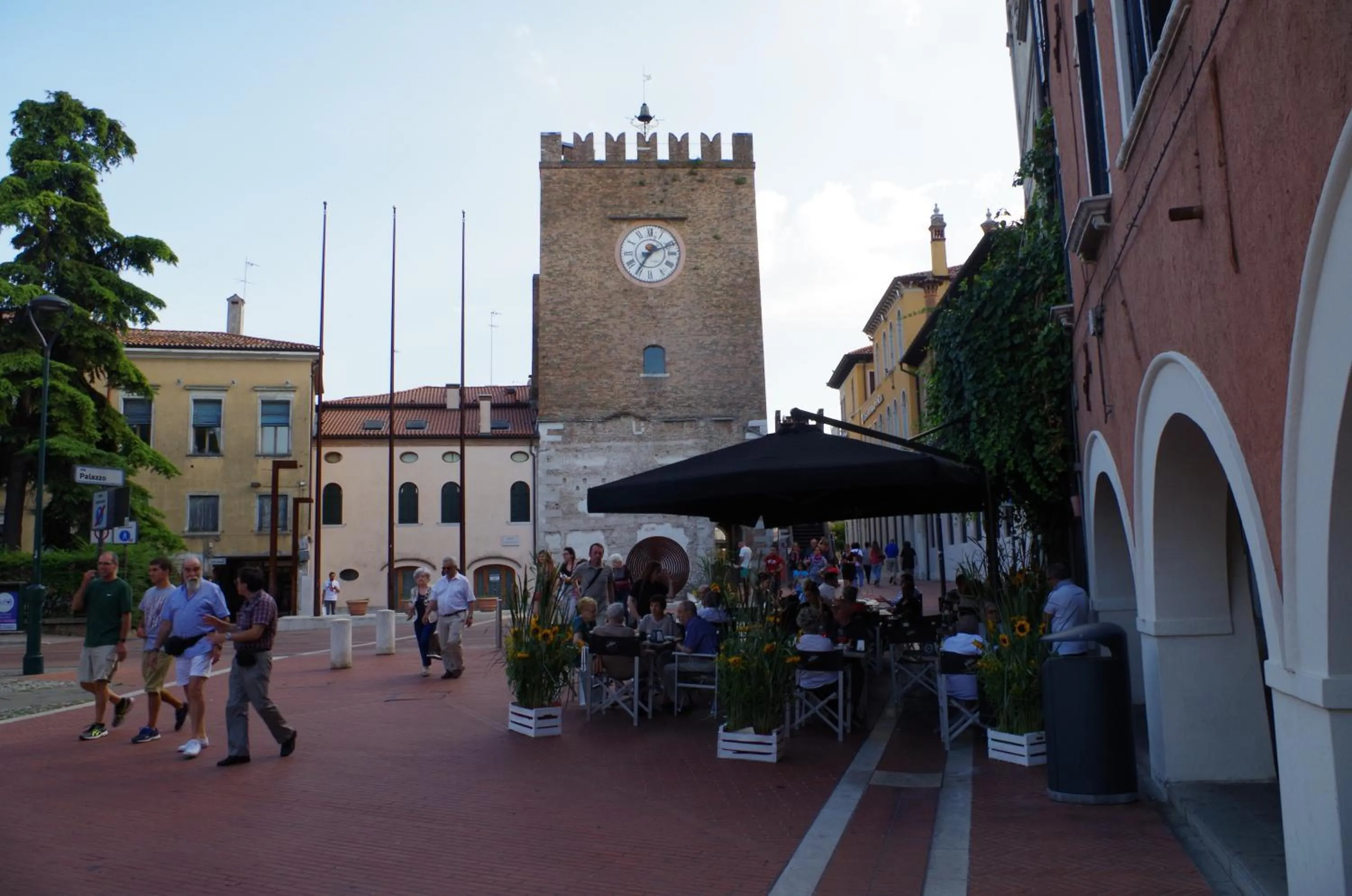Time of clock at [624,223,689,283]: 7:11
